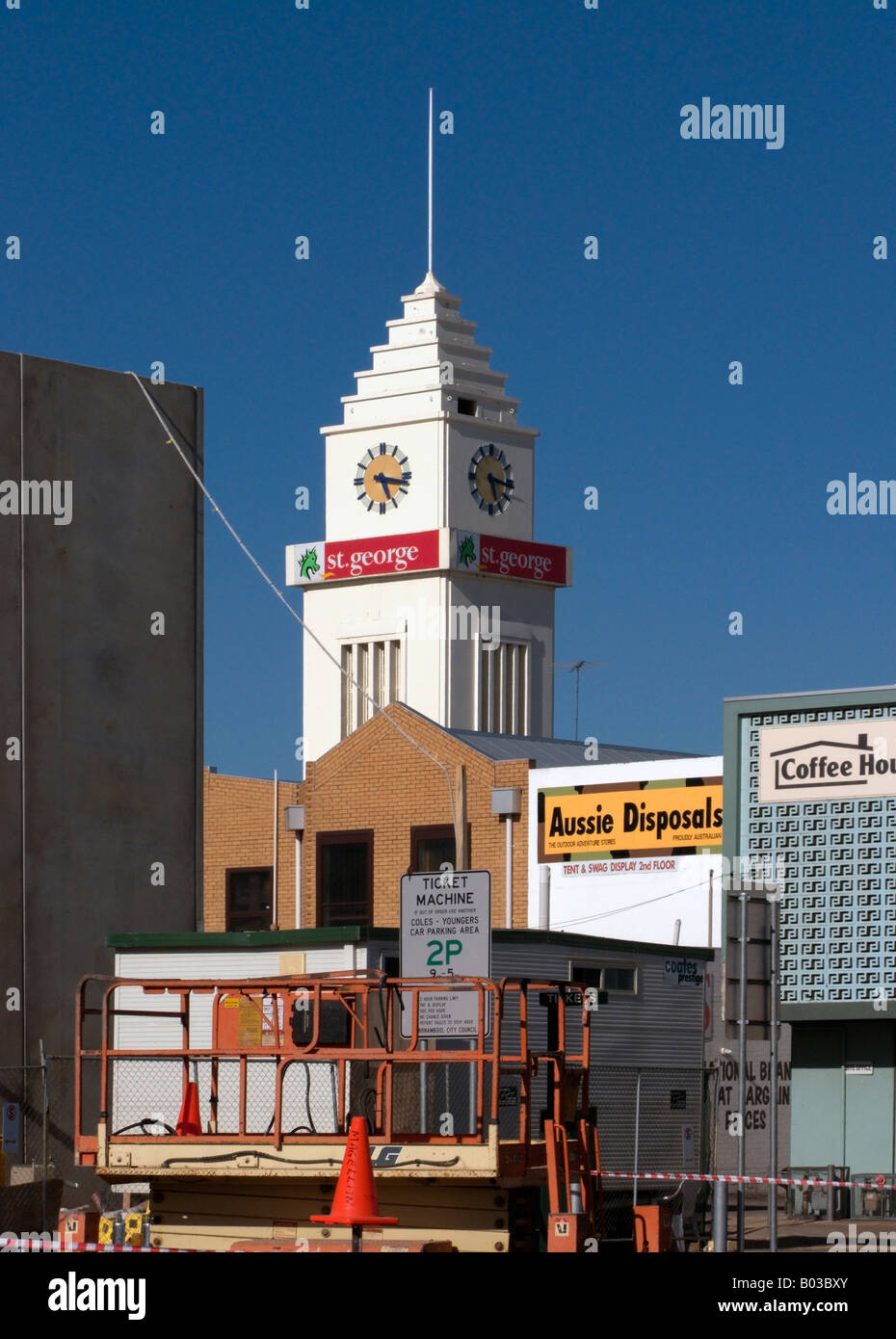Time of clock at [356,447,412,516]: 5:16
